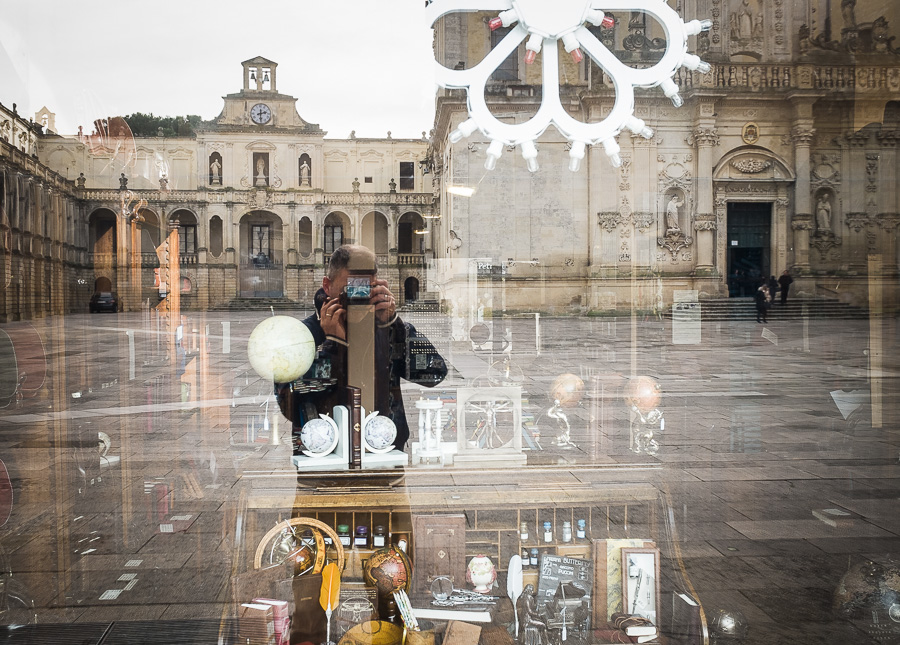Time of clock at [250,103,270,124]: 2:30
